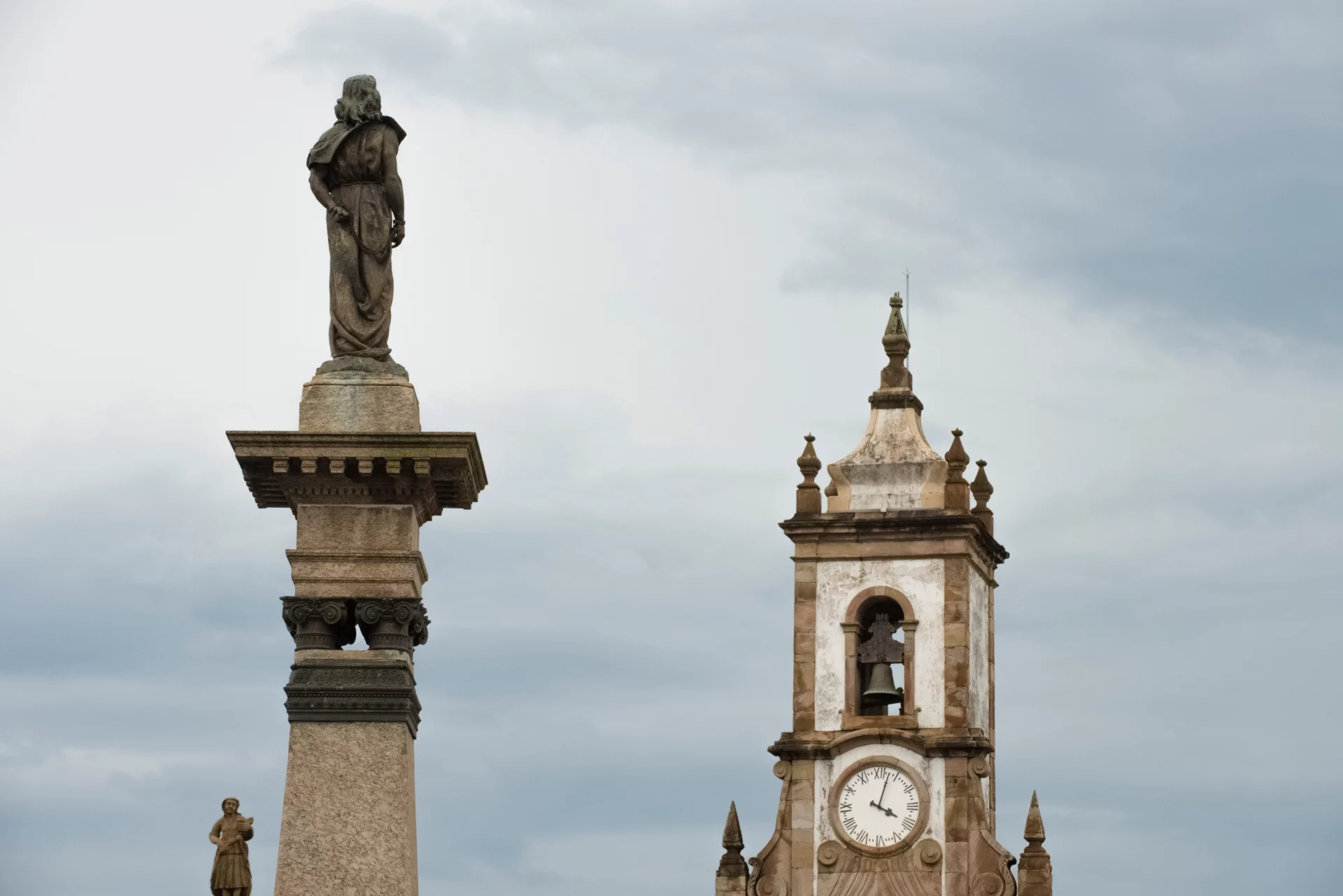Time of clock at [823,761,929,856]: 4:02
